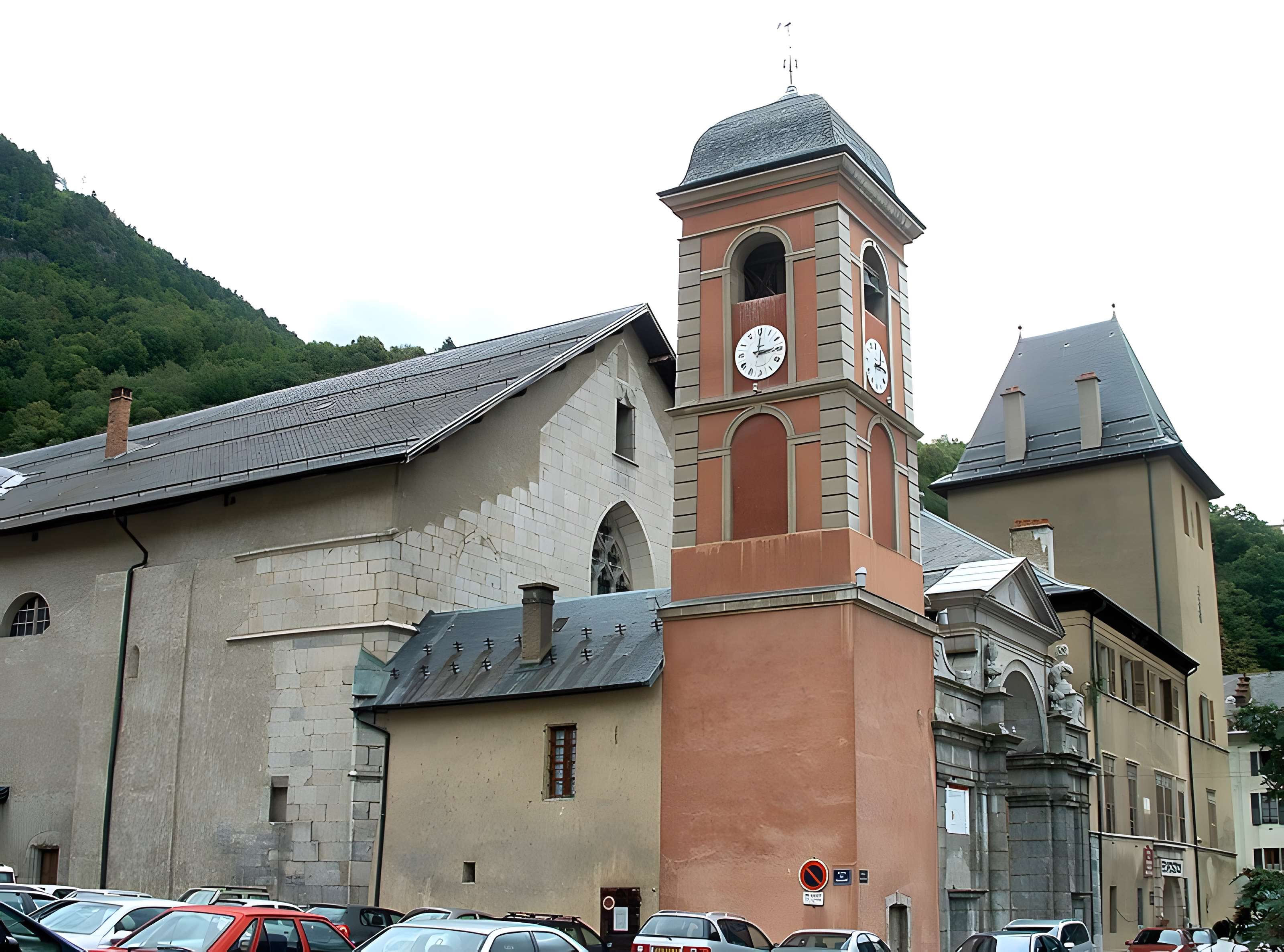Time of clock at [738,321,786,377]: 3:00
